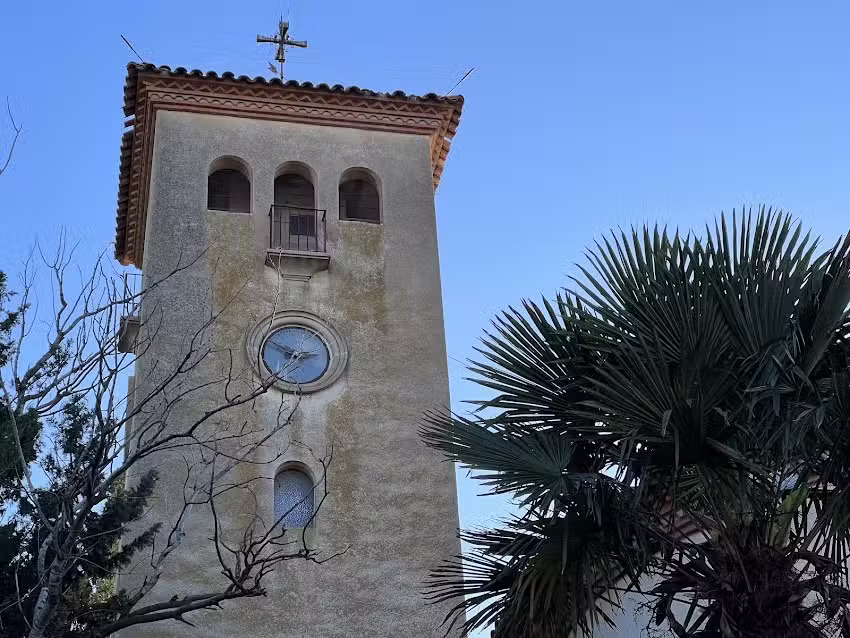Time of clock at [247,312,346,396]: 2:49
